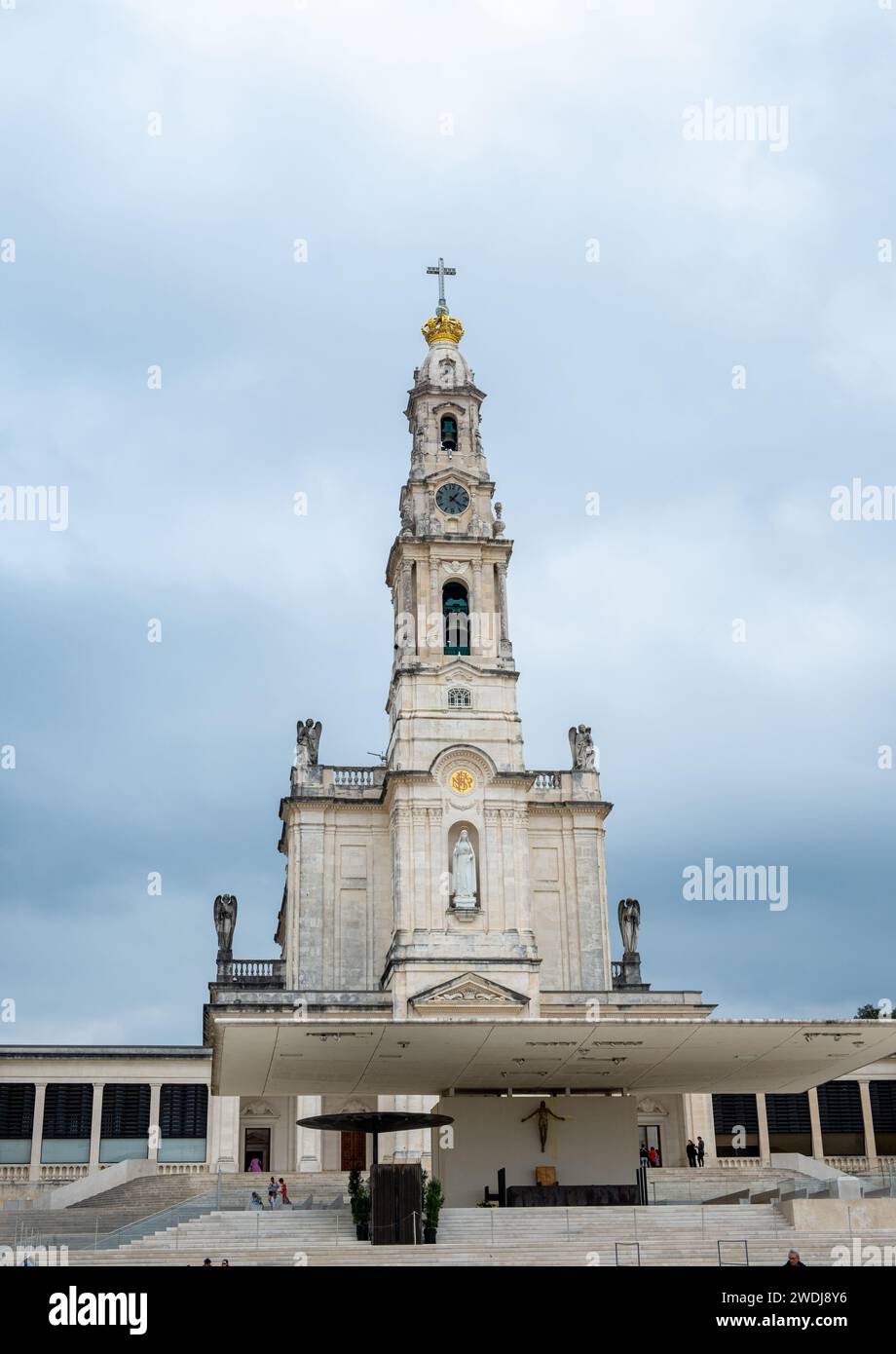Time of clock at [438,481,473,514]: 1:21
